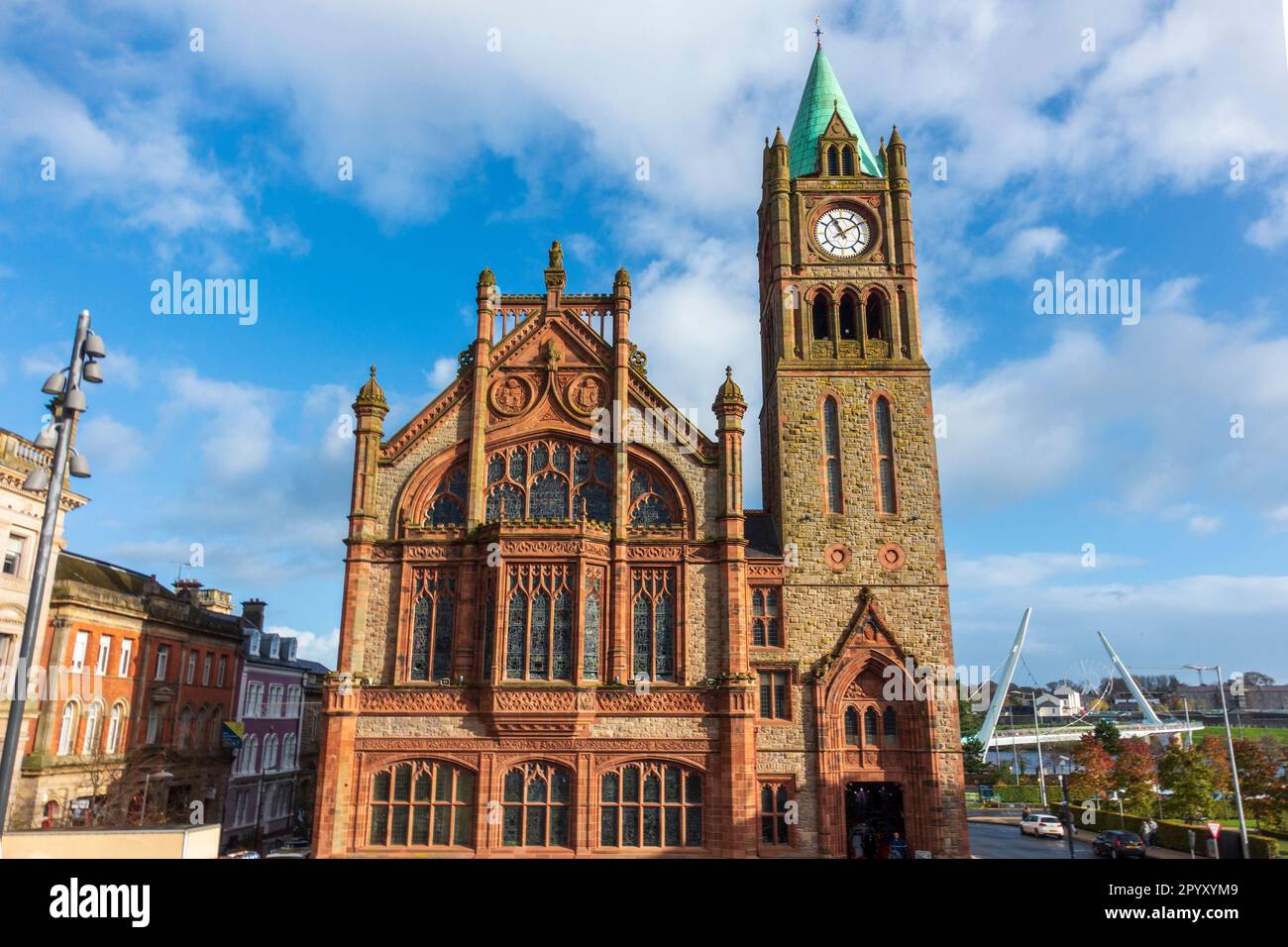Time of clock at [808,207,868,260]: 11:09
